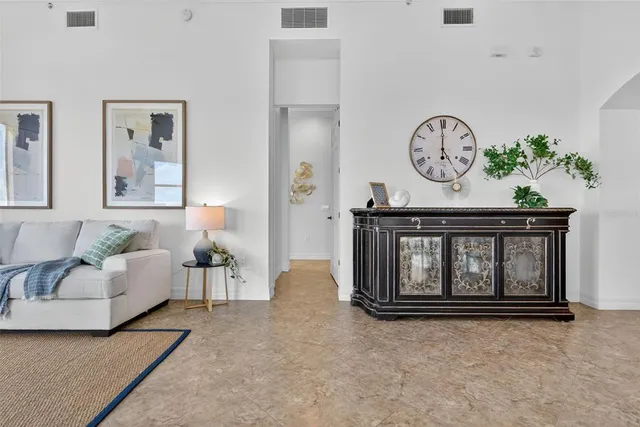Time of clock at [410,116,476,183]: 4:59
